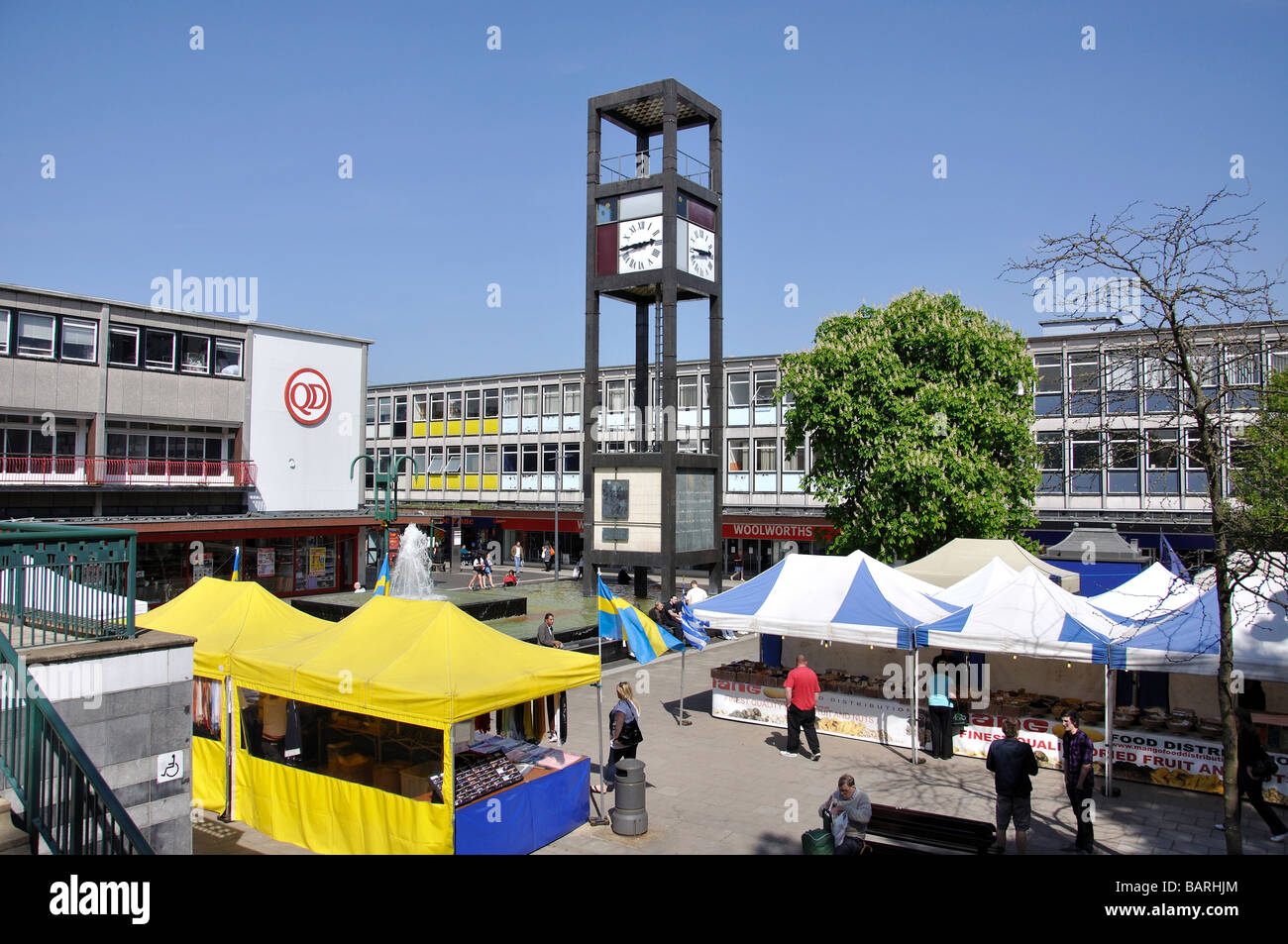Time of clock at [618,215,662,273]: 2:44
